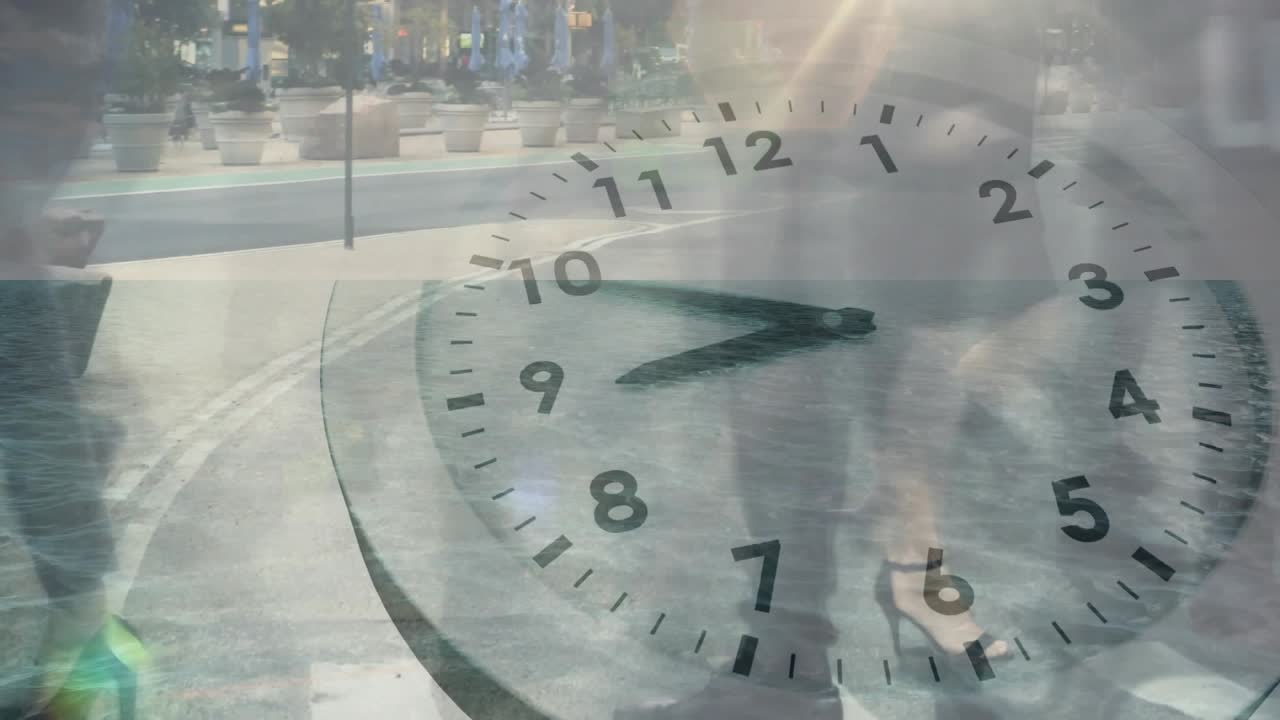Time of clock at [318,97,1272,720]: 8:49
